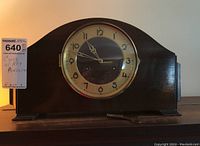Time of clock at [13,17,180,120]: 10:48
